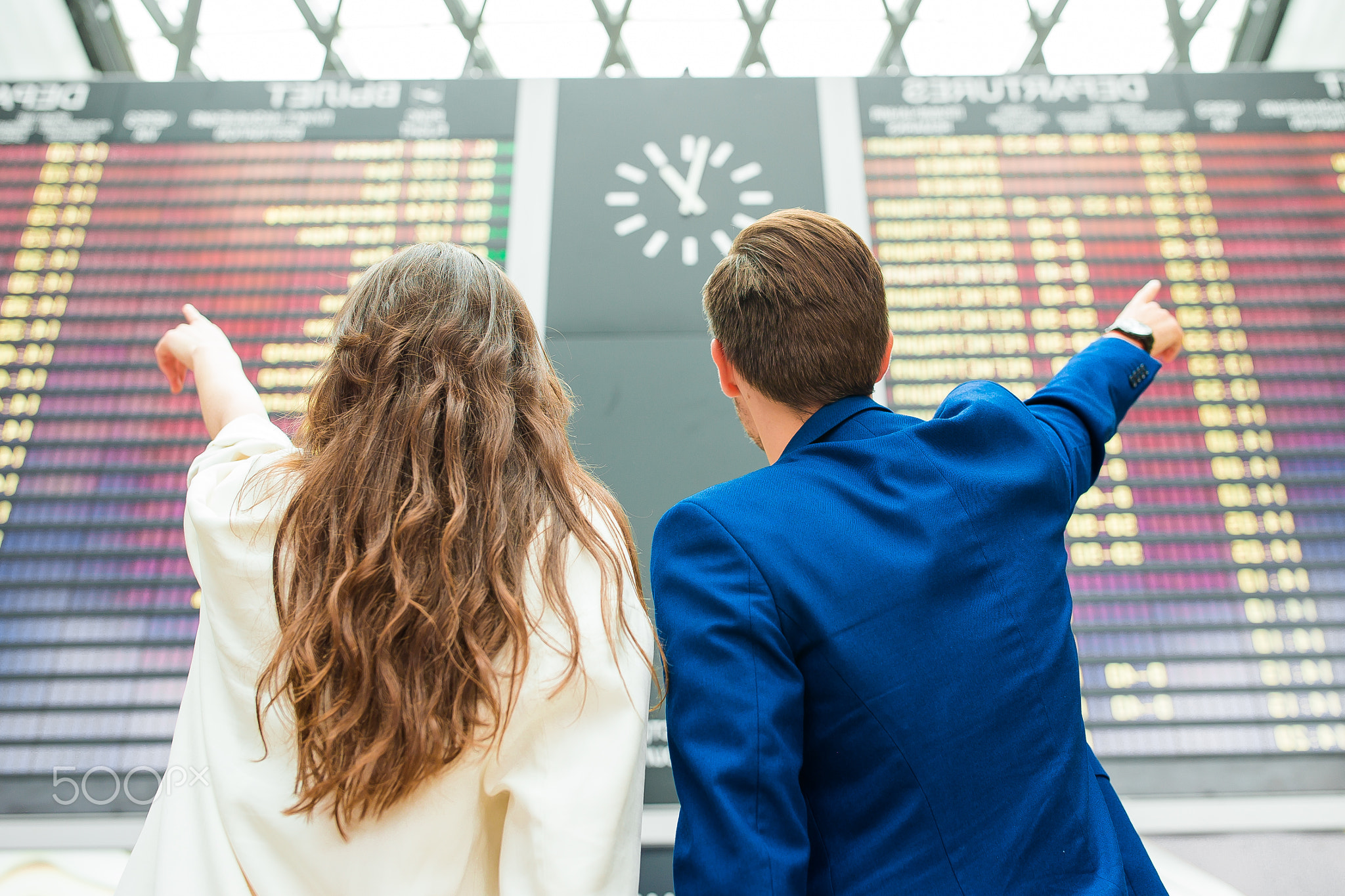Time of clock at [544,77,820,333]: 11:02
